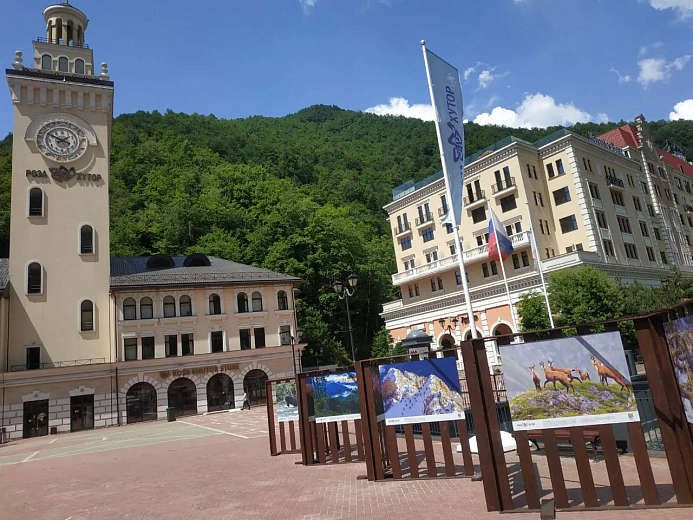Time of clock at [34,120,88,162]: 1:49
